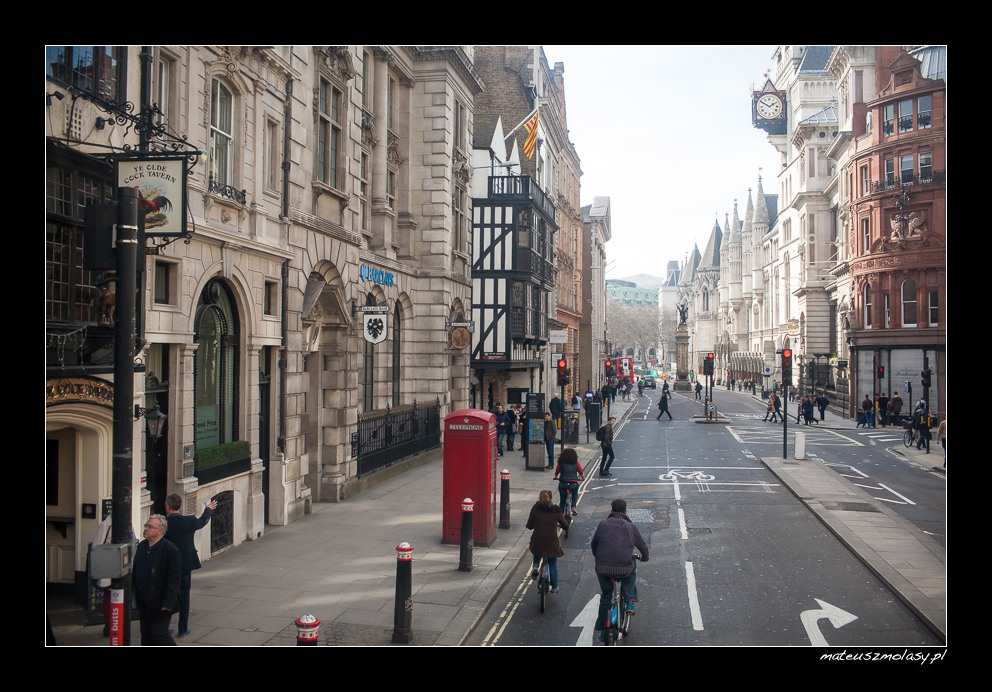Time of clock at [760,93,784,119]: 1:50
